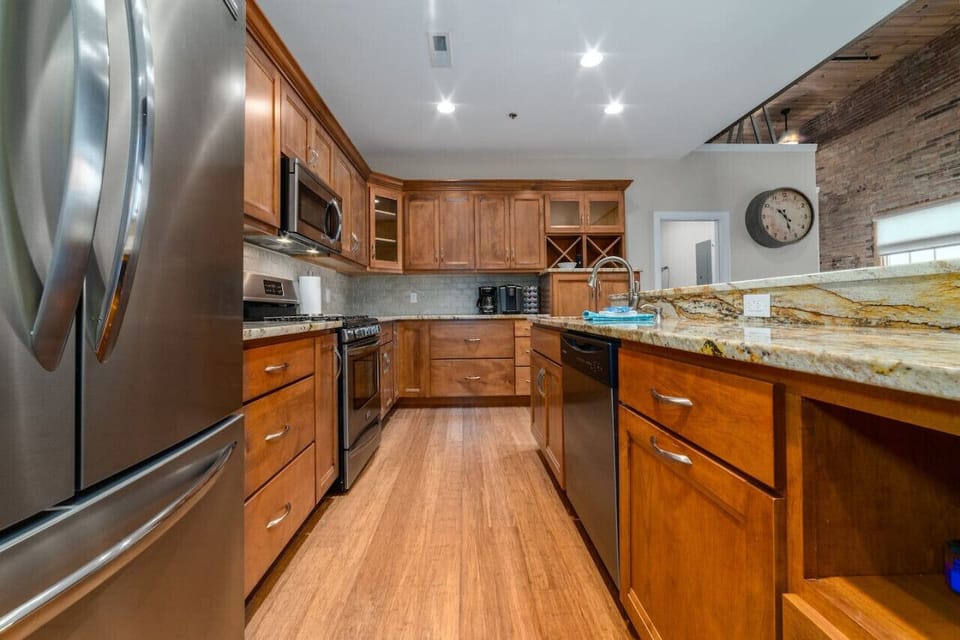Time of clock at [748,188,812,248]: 10:27
